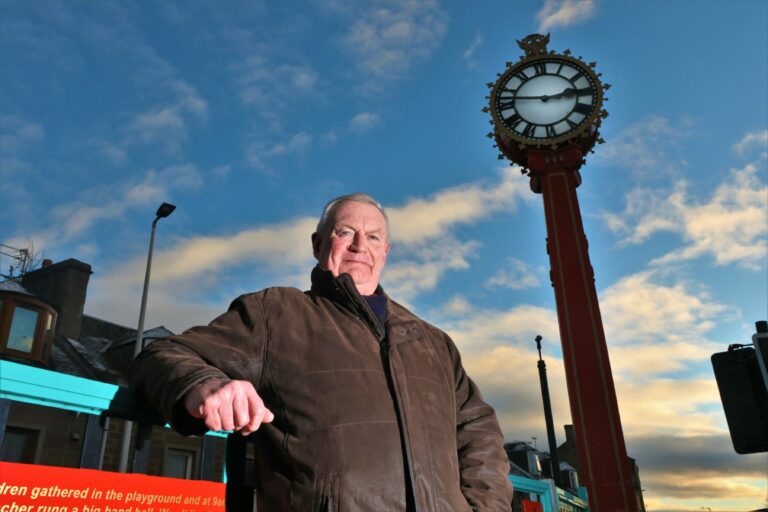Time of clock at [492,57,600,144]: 2:46
